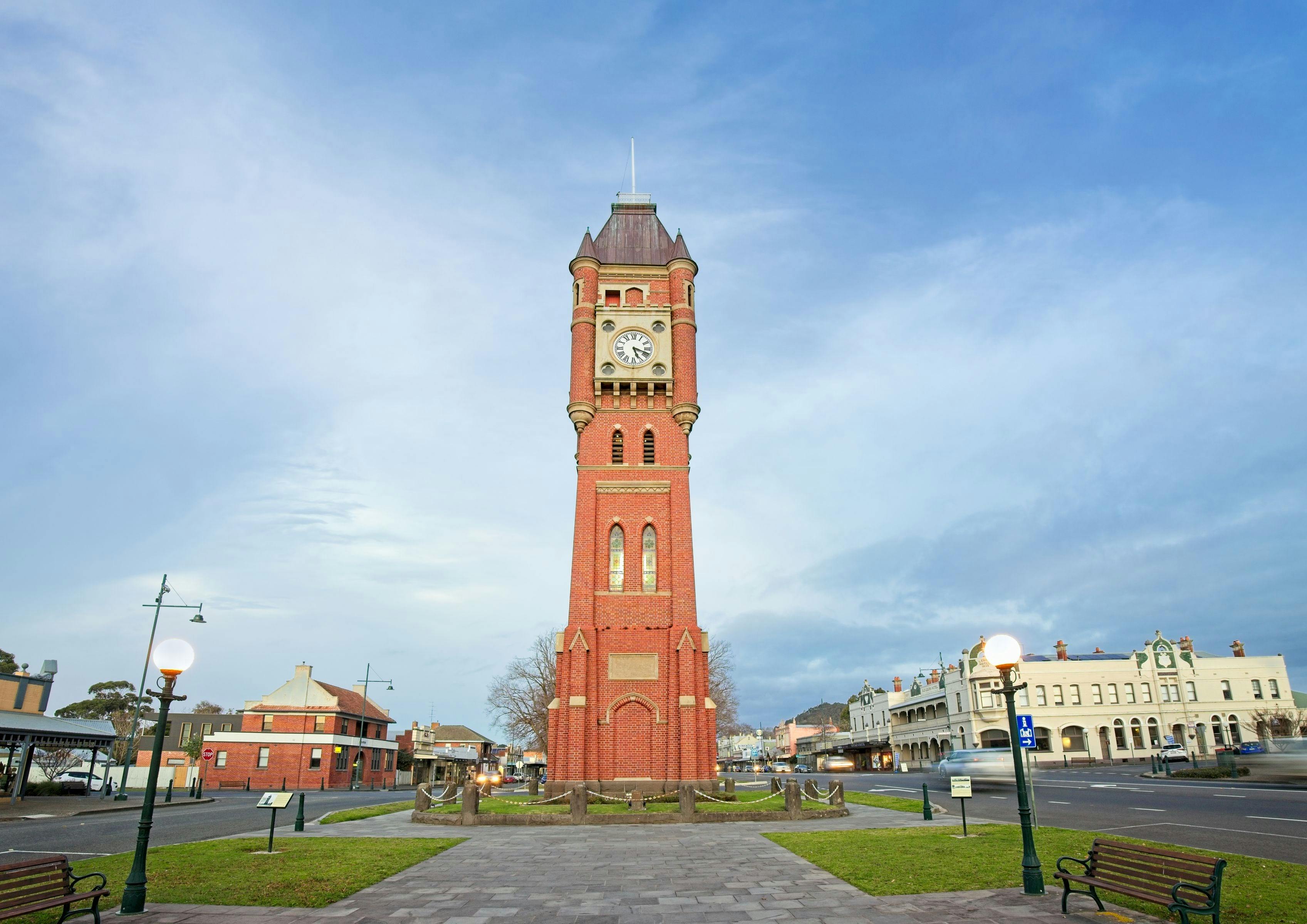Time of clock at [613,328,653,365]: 5:18
